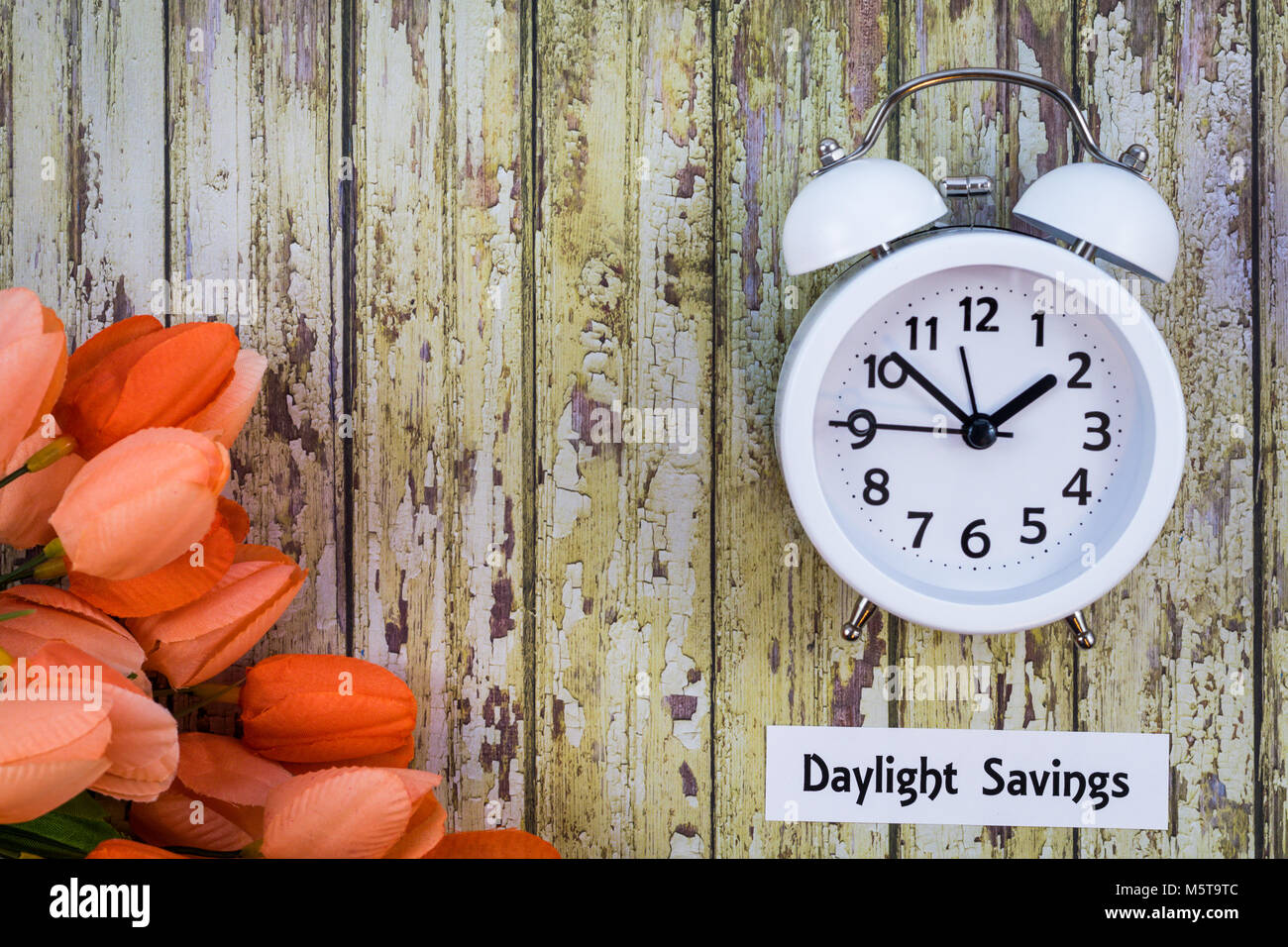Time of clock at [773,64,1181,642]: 1:51
